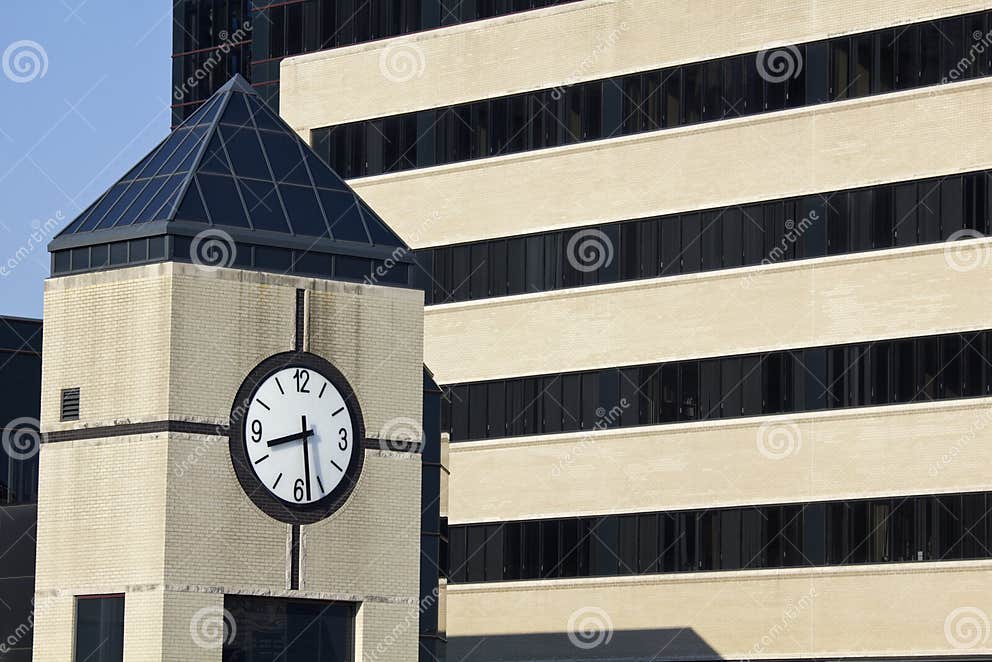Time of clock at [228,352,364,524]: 8:28
